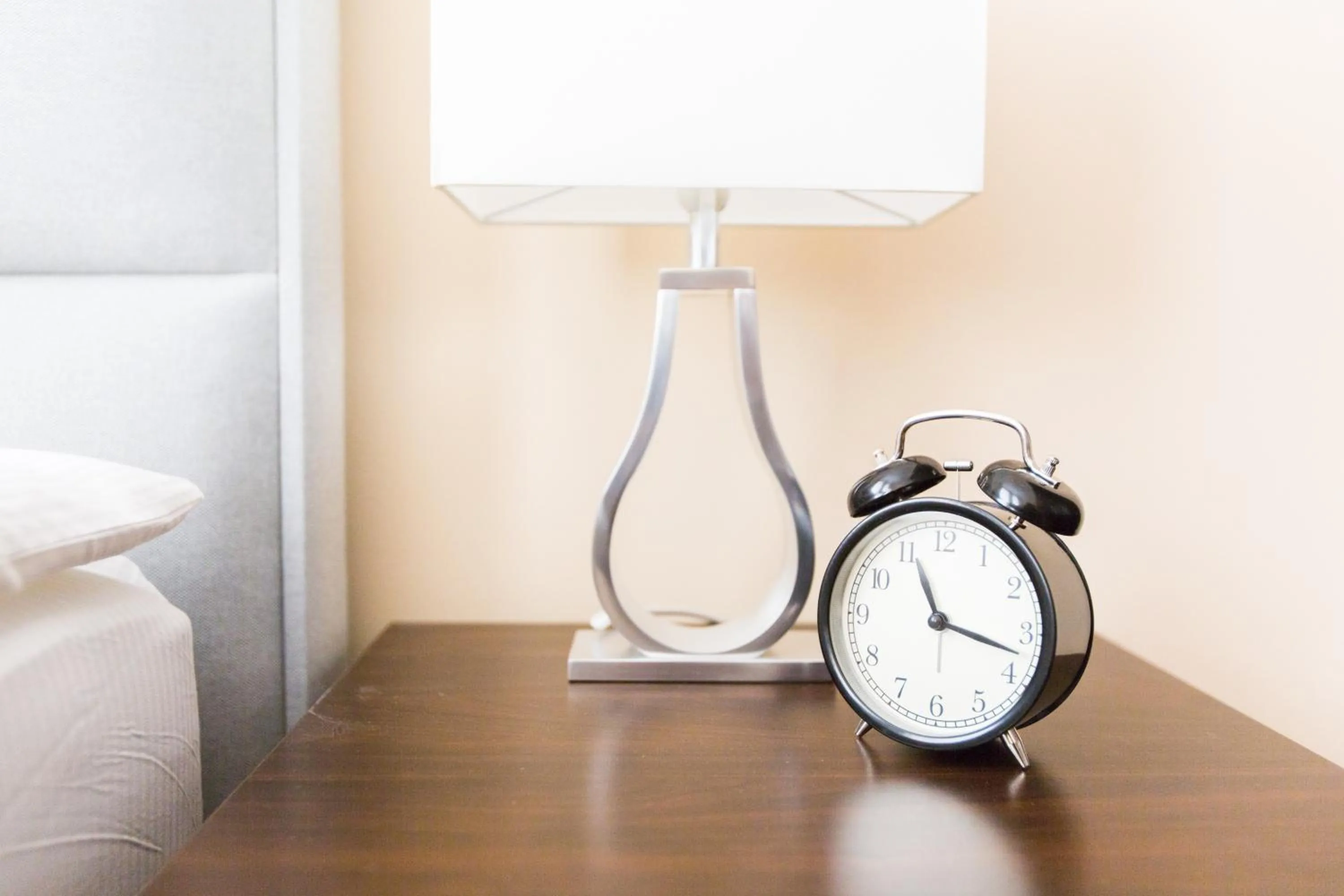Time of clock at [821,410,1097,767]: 11:17
